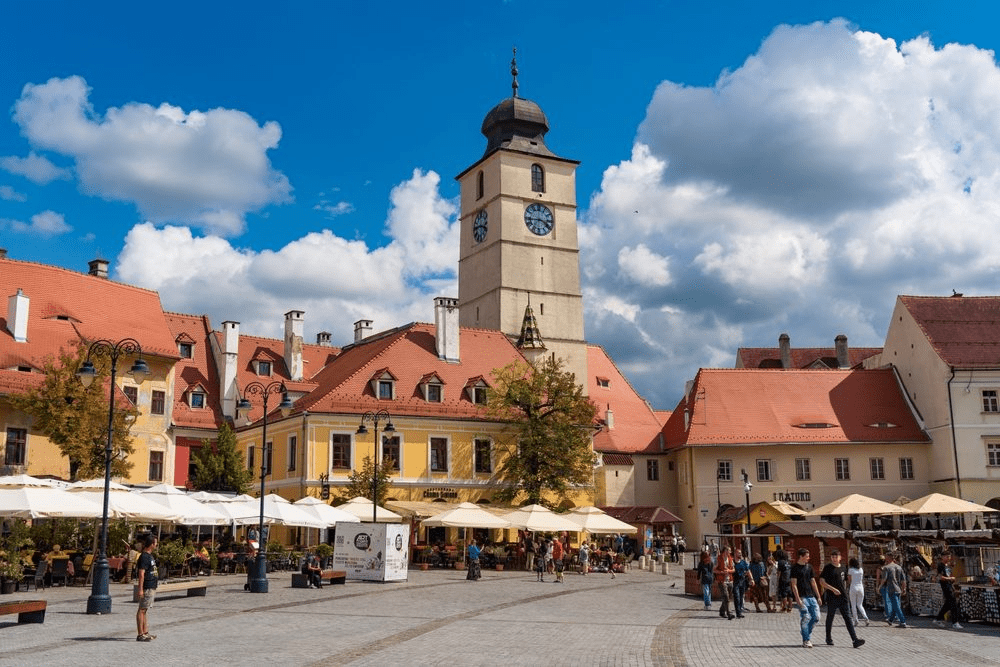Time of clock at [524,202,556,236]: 3:43
